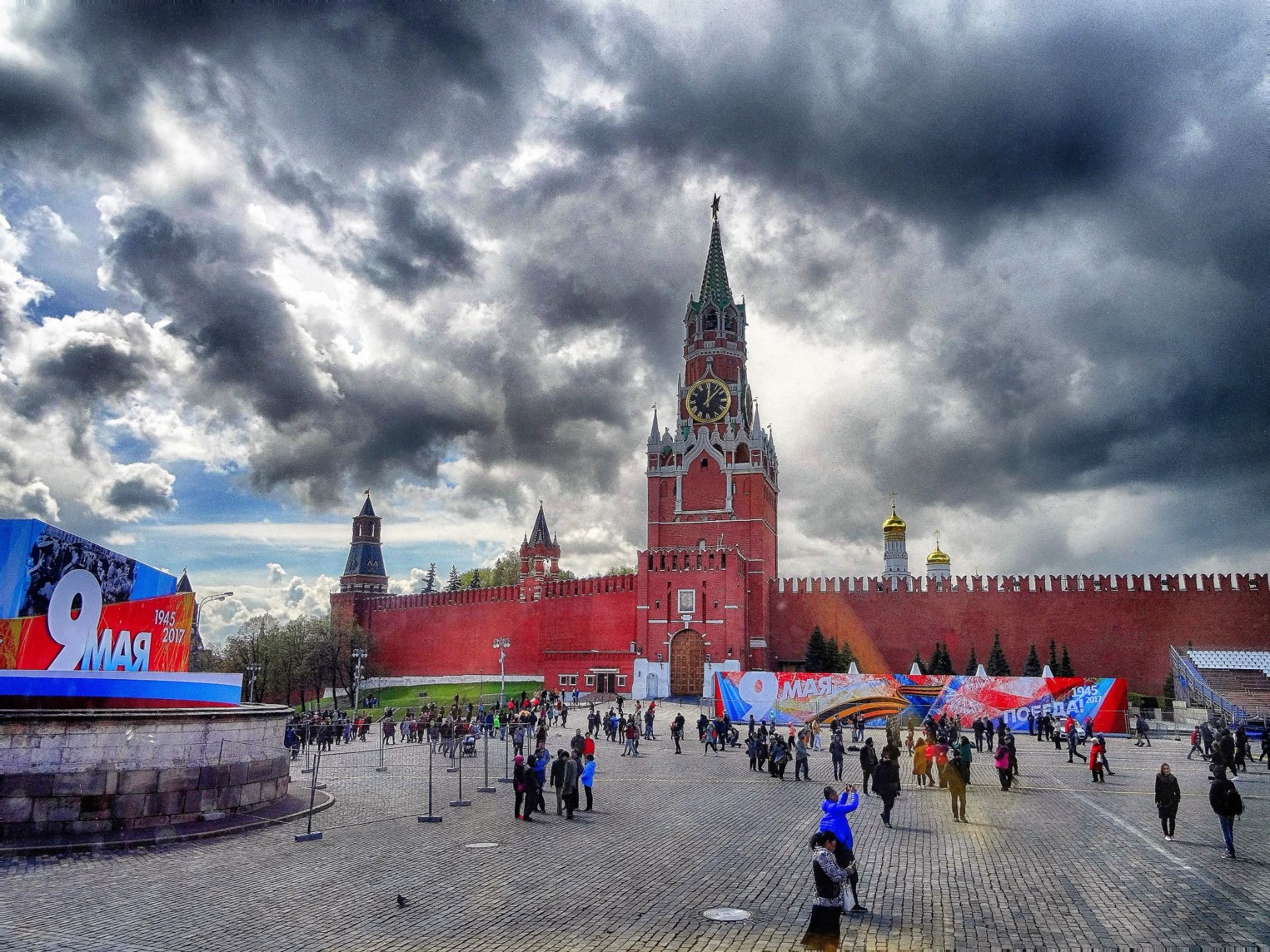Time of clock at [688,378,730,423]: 12:07
